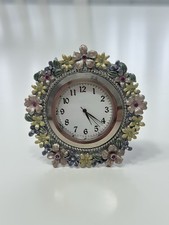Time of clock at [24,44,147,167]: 5:21
